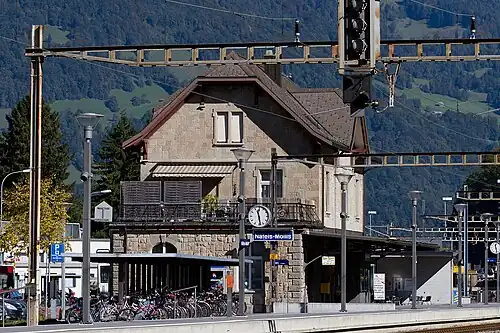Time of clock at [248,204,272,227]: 11:28
